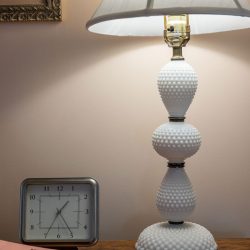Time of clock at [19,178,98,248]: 1:24
